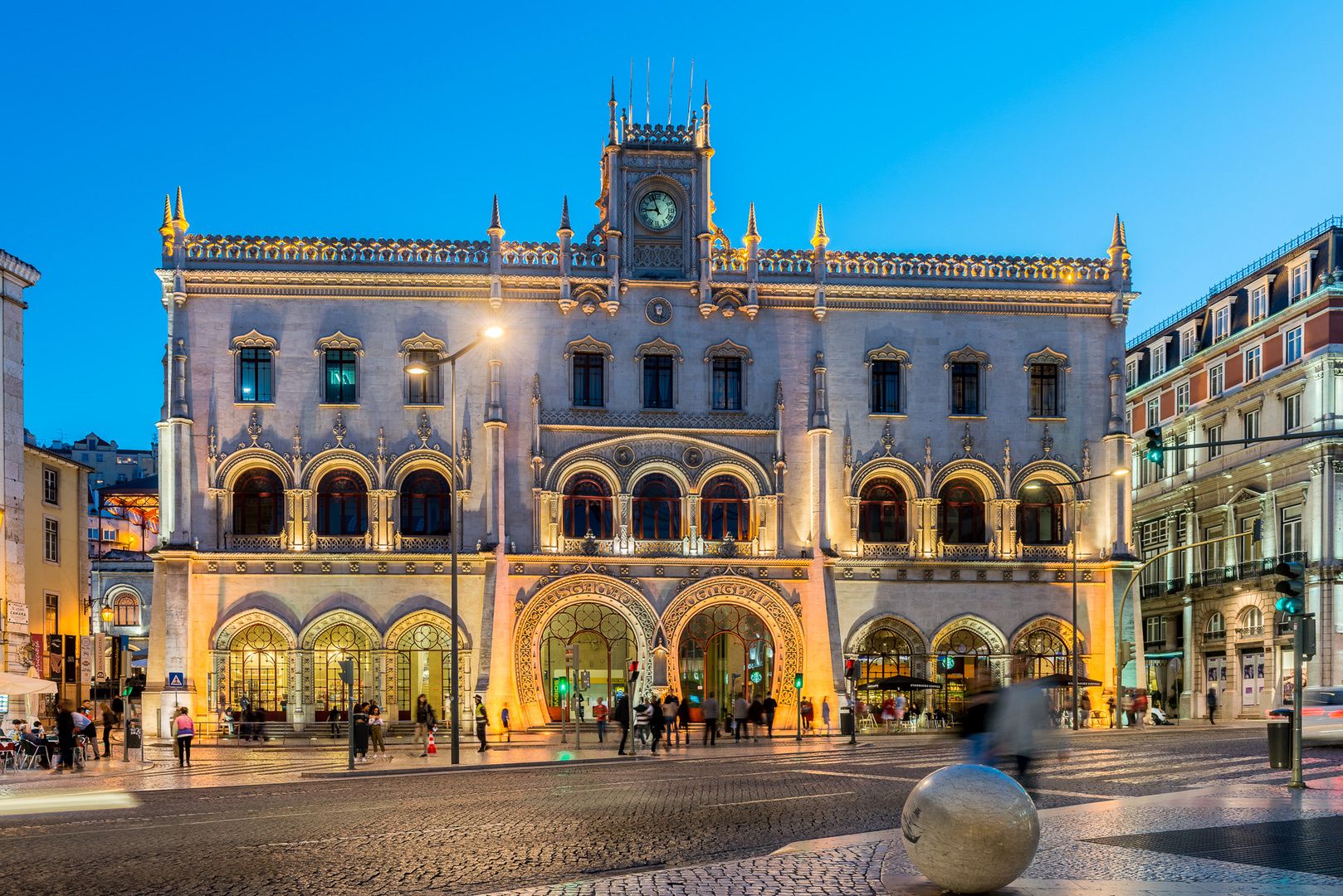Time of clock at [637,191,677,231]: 8:56
